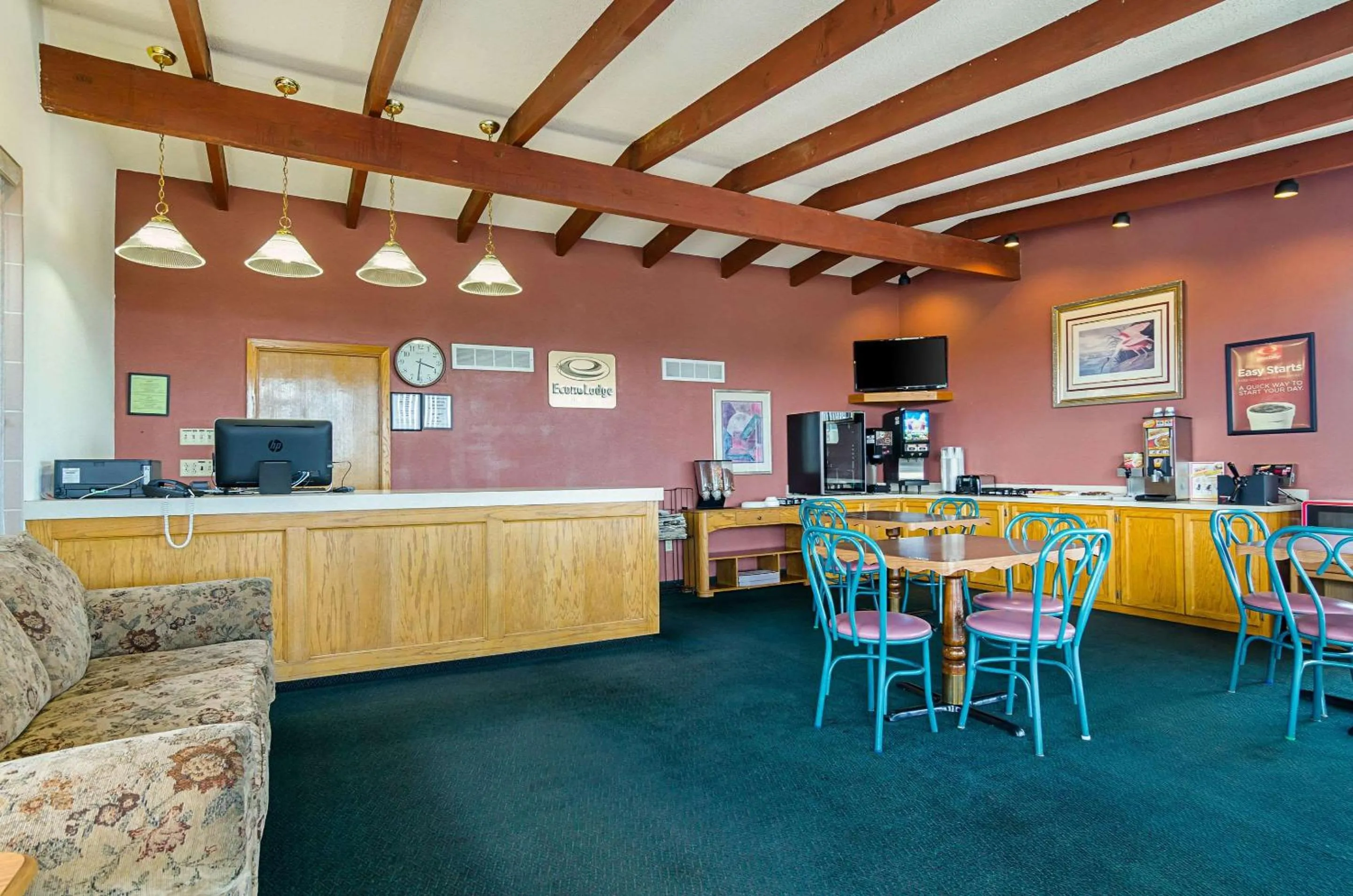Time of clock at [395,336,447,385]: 3:31
